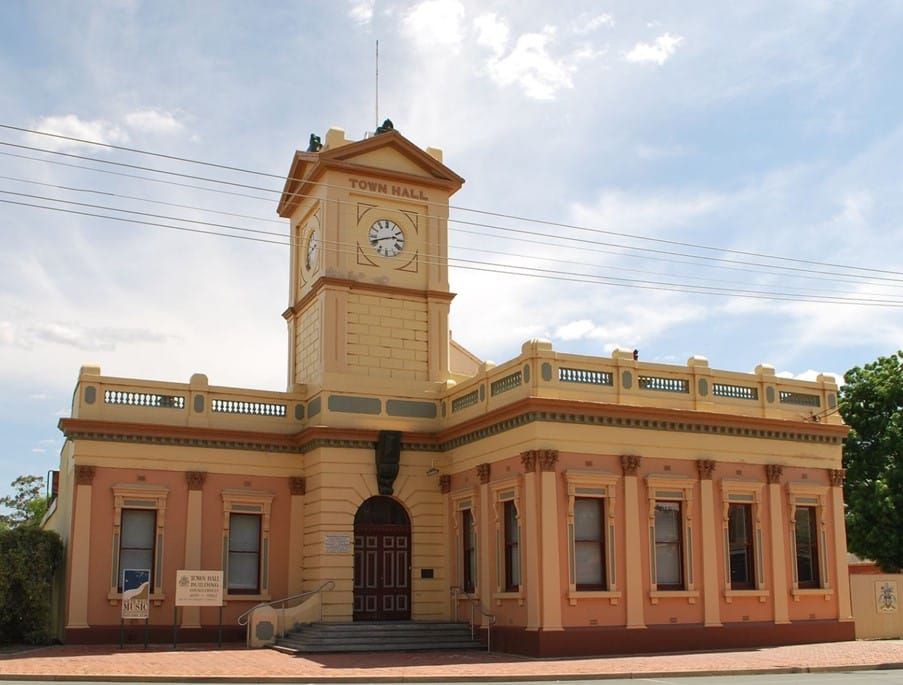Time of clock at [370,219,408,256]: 2:41
